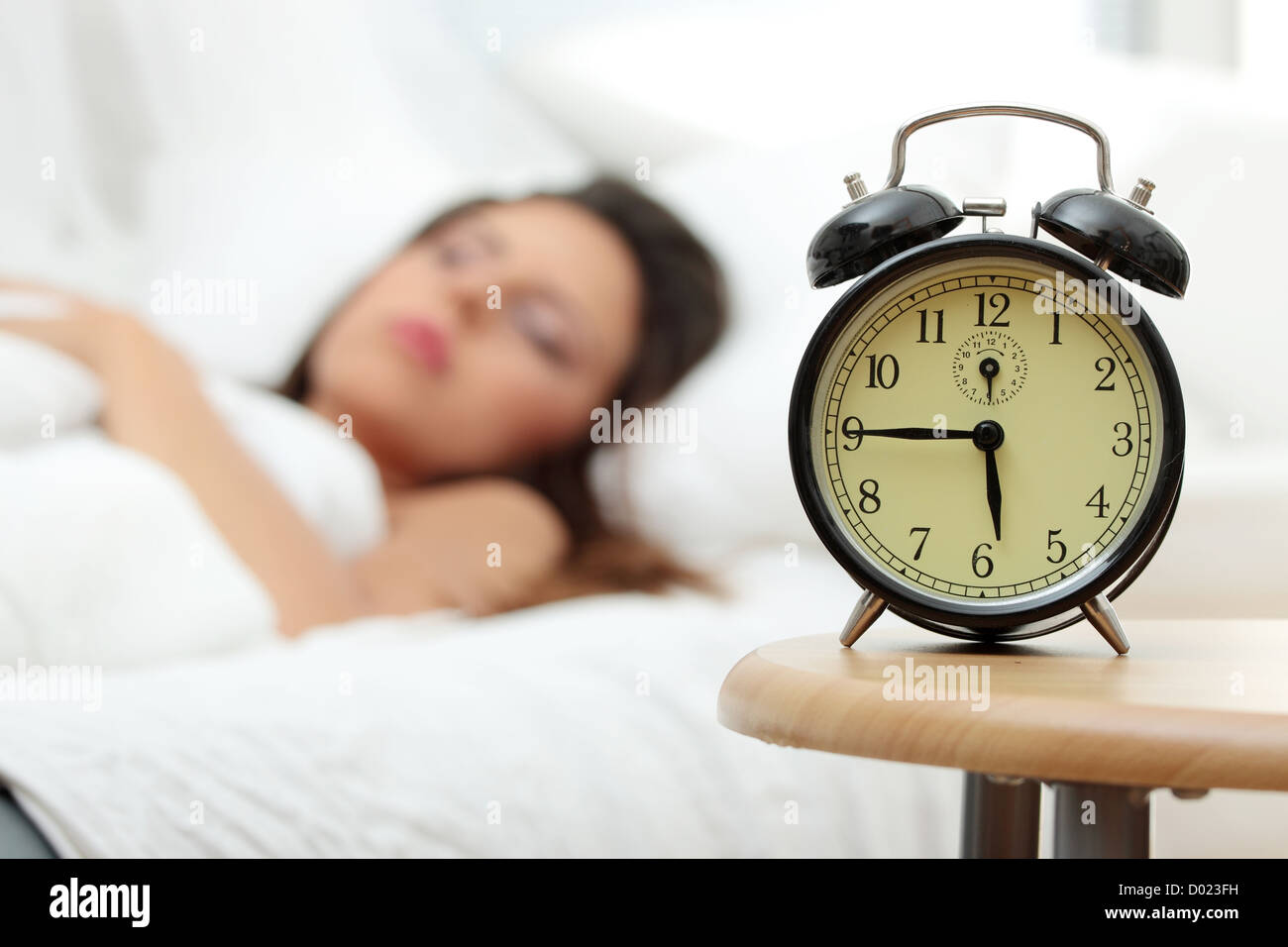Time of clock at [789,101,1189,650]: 5:45
